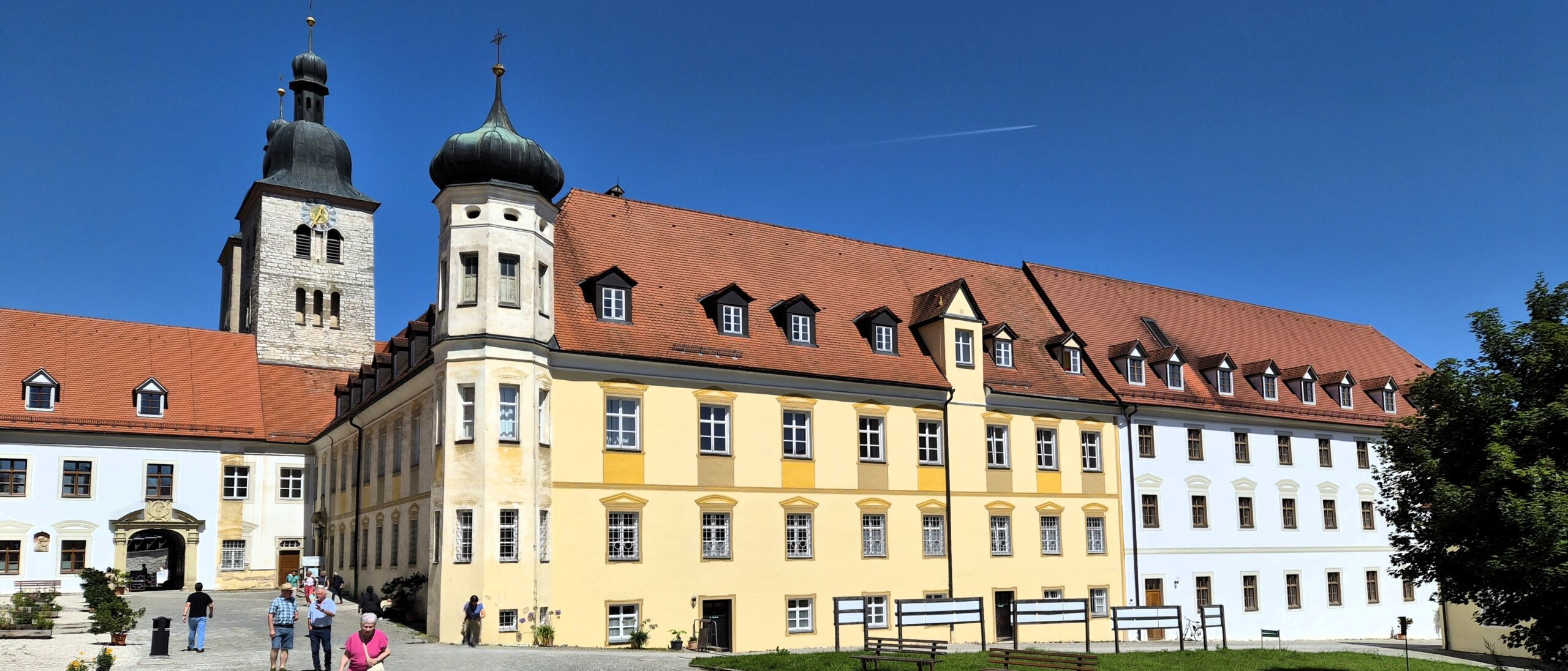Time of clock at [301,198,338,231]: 12:34
